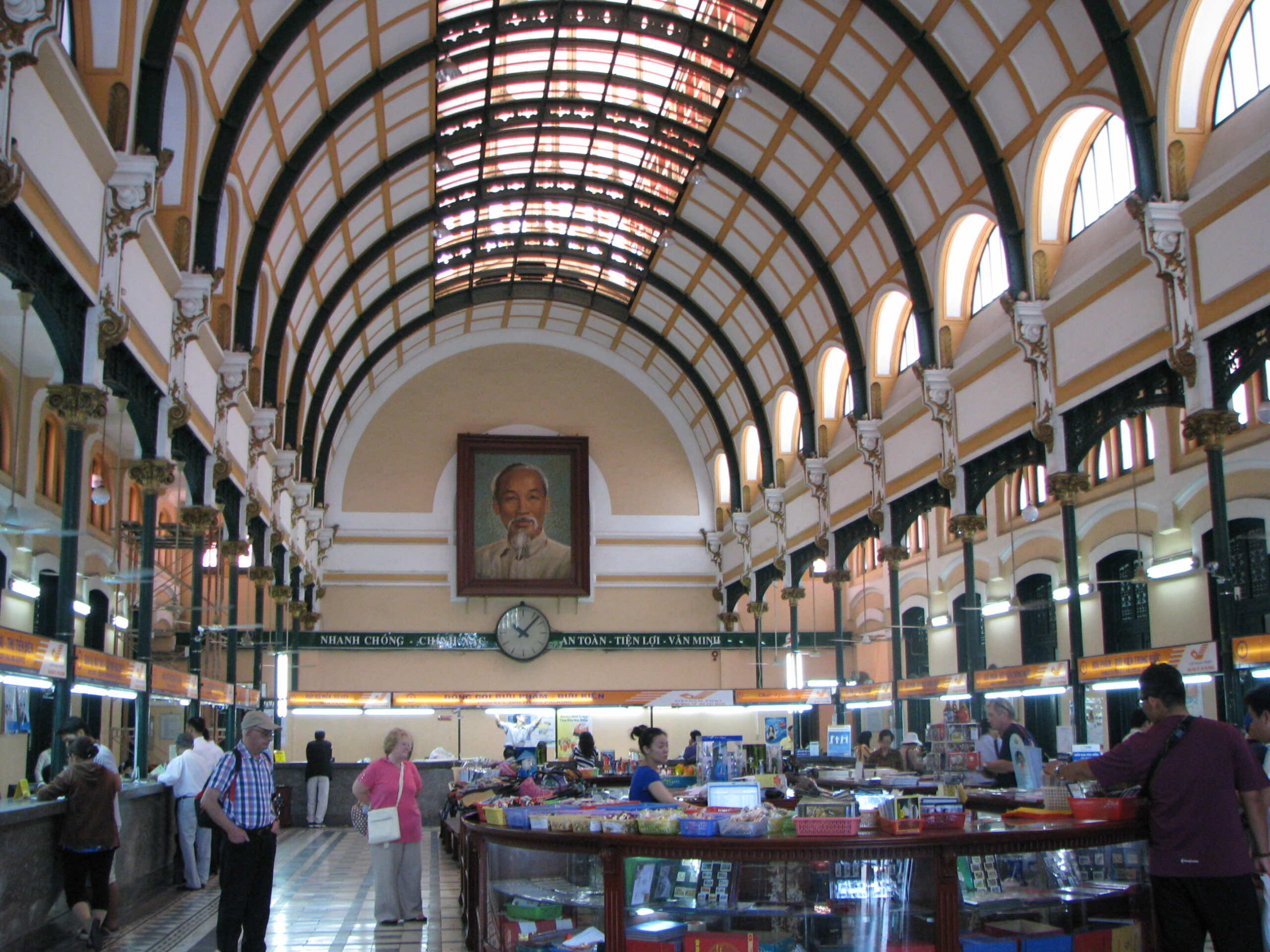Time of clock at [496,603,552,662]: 10:07
